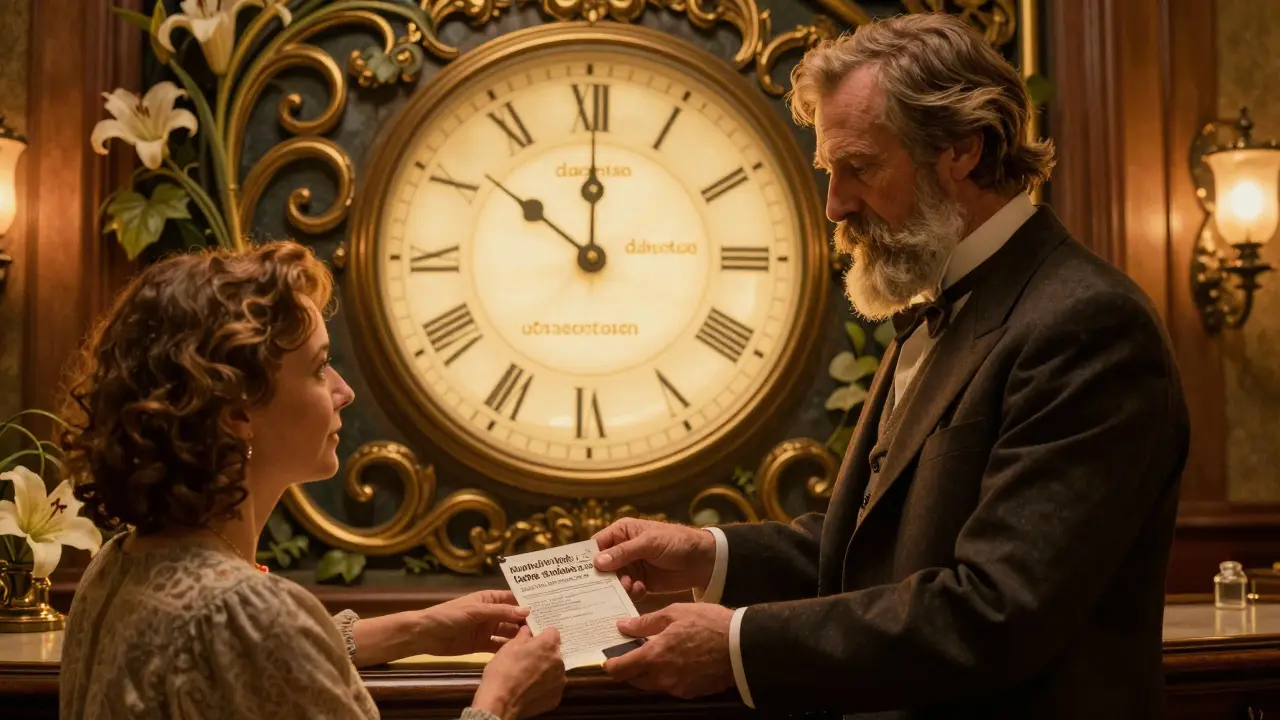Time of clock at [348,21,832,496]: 10:14
